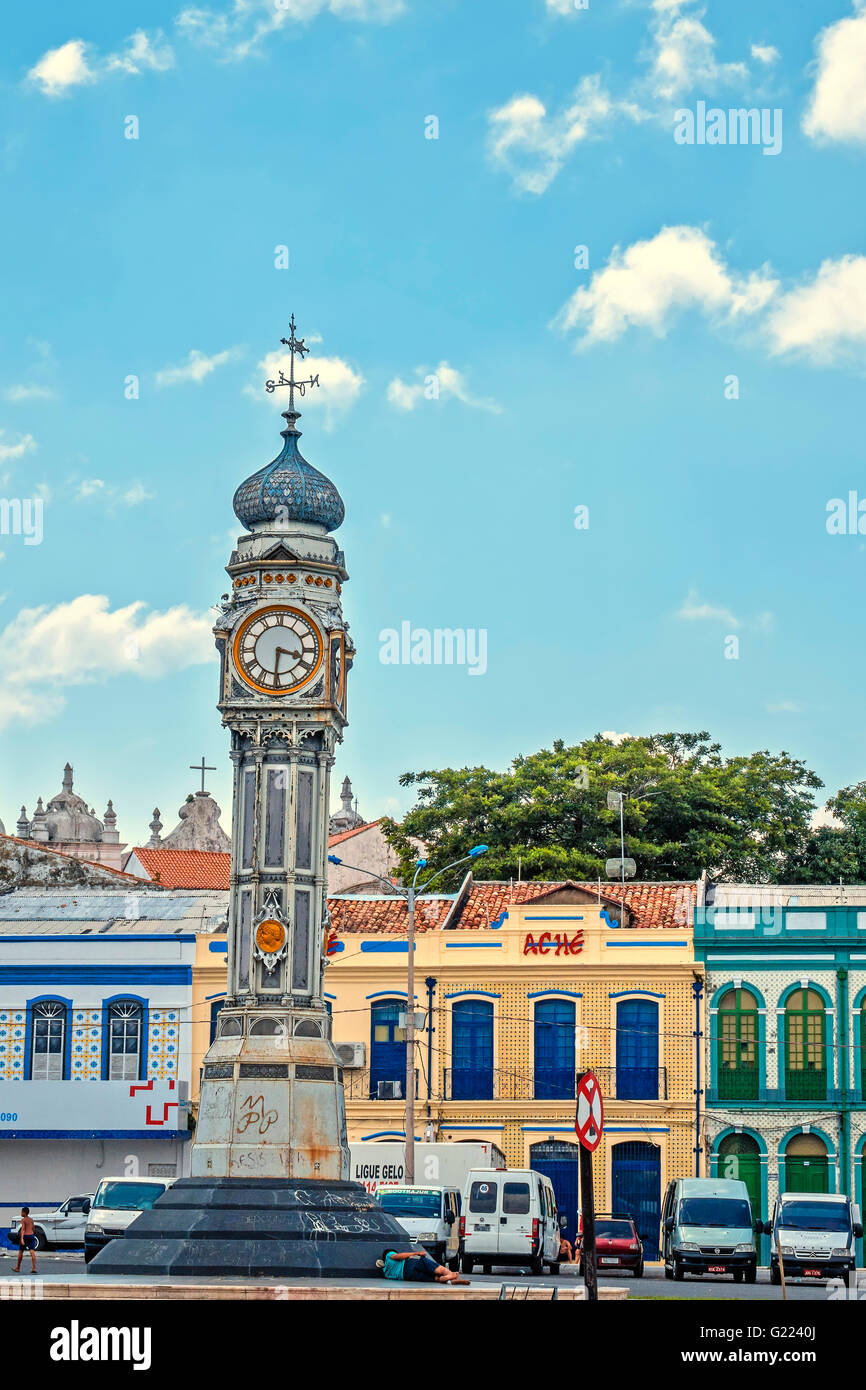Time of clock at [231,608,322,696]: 3:30
